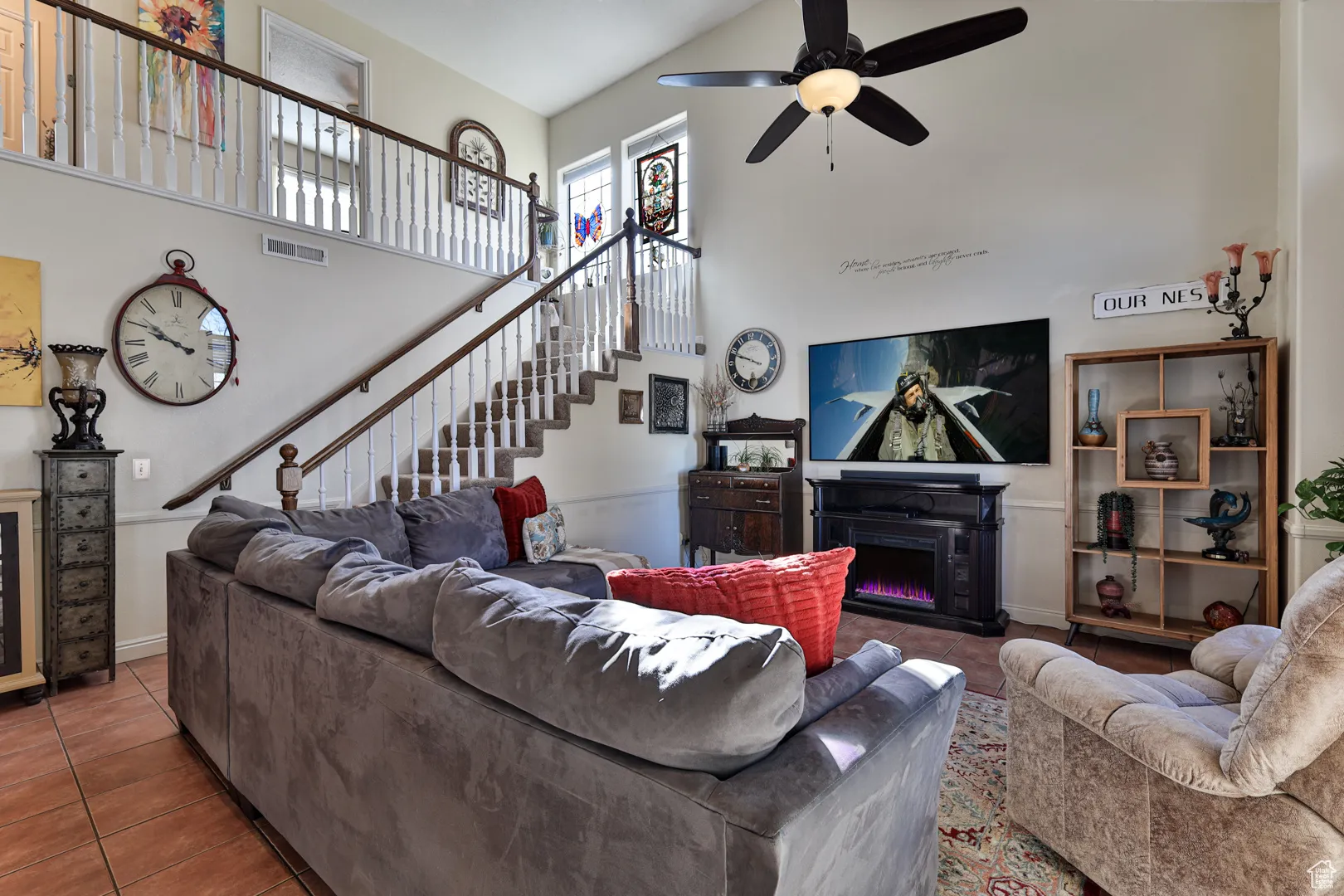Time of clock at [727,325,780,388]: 3:48
